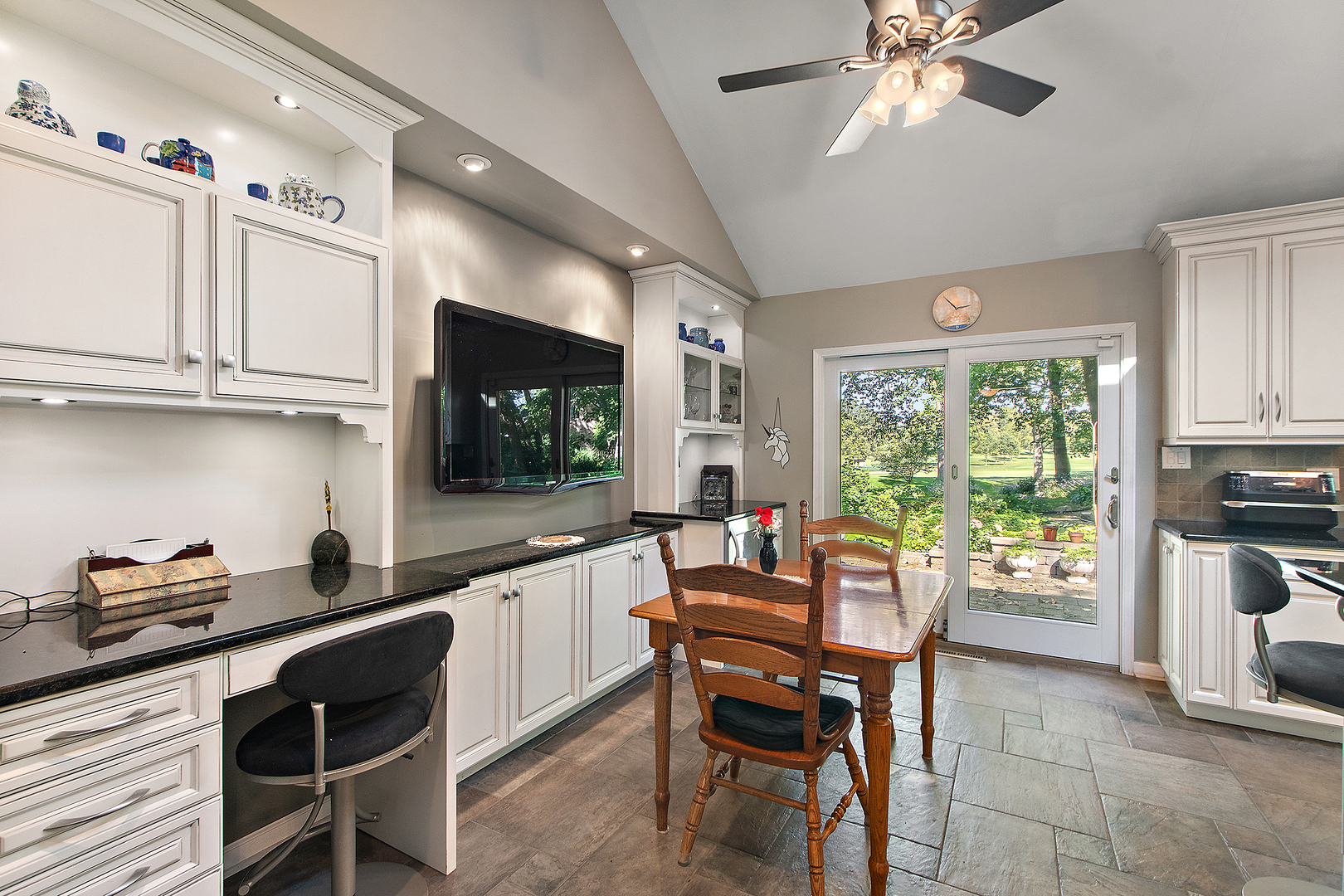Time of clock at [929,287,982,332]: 2:53
